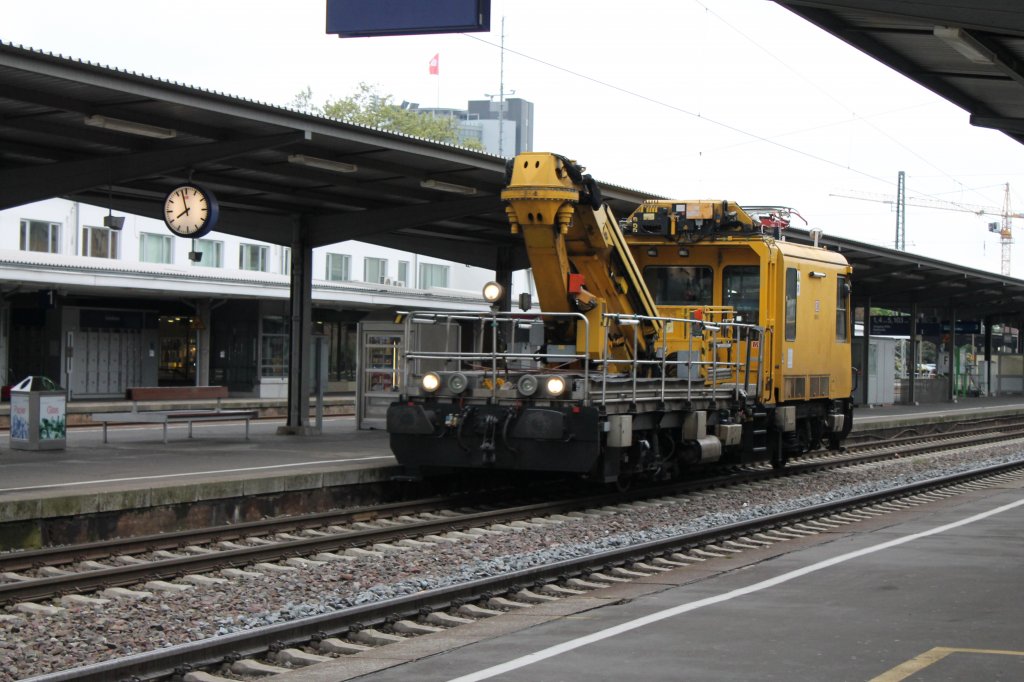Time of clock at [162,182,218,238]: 7:57
